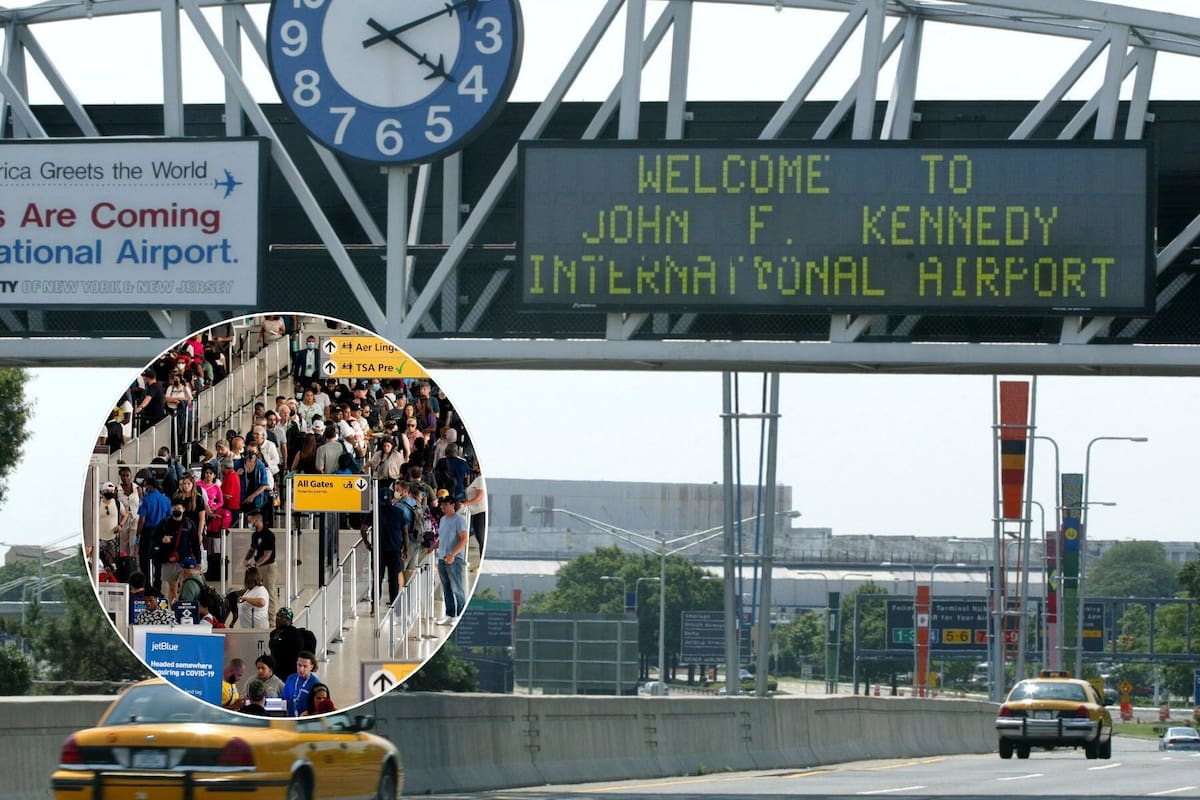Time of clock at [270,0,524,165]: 4:10
